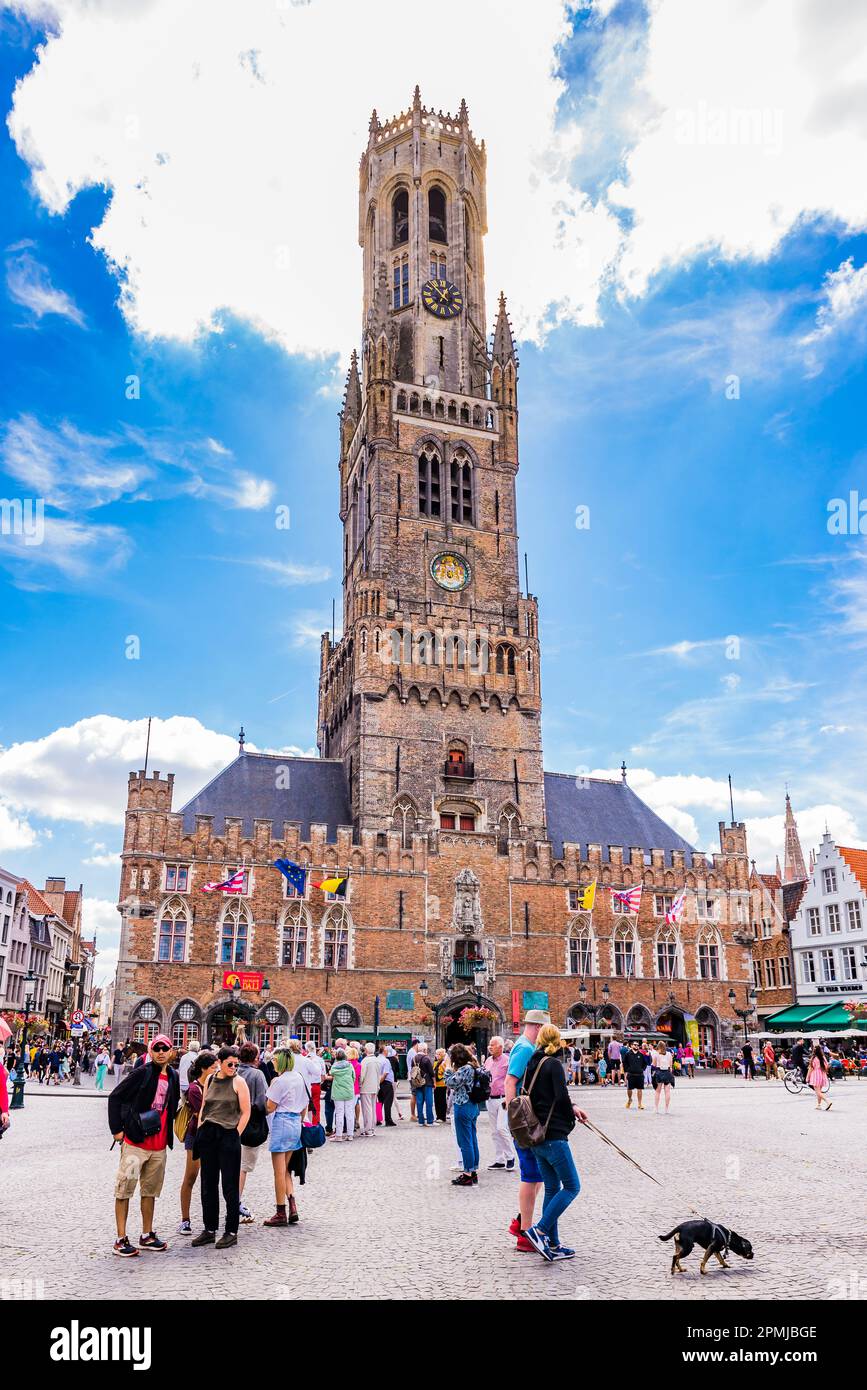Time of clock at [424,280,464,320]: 12:52
